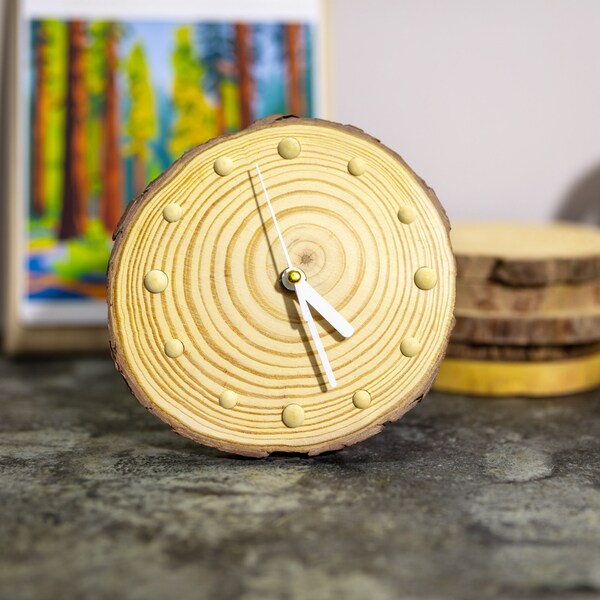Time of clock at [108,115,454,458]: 4:26
